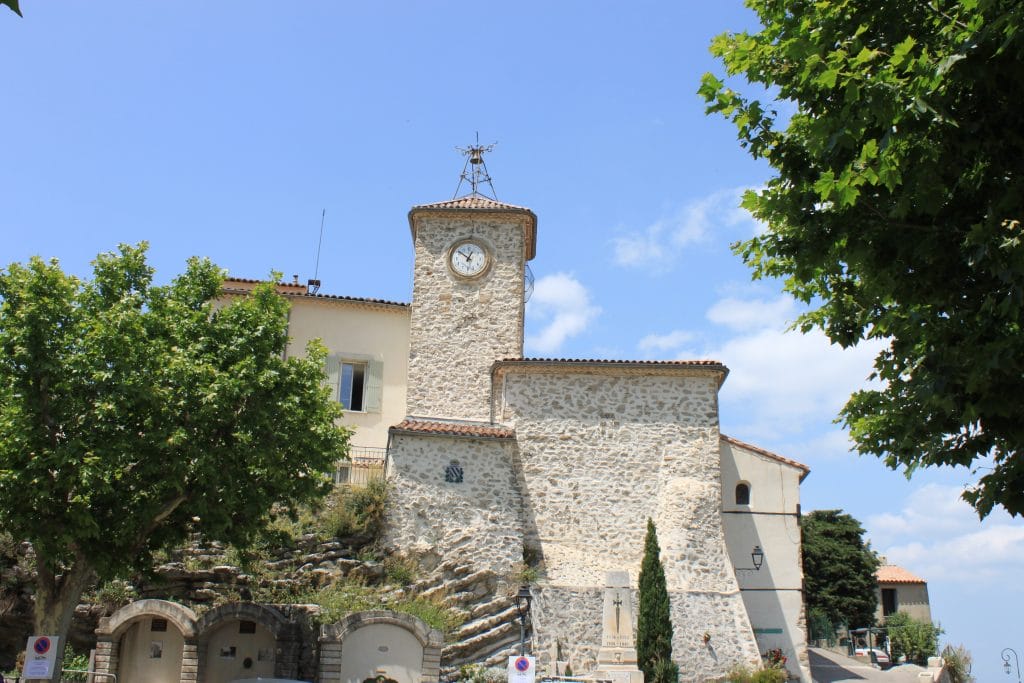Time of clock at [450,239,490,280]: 12:51
